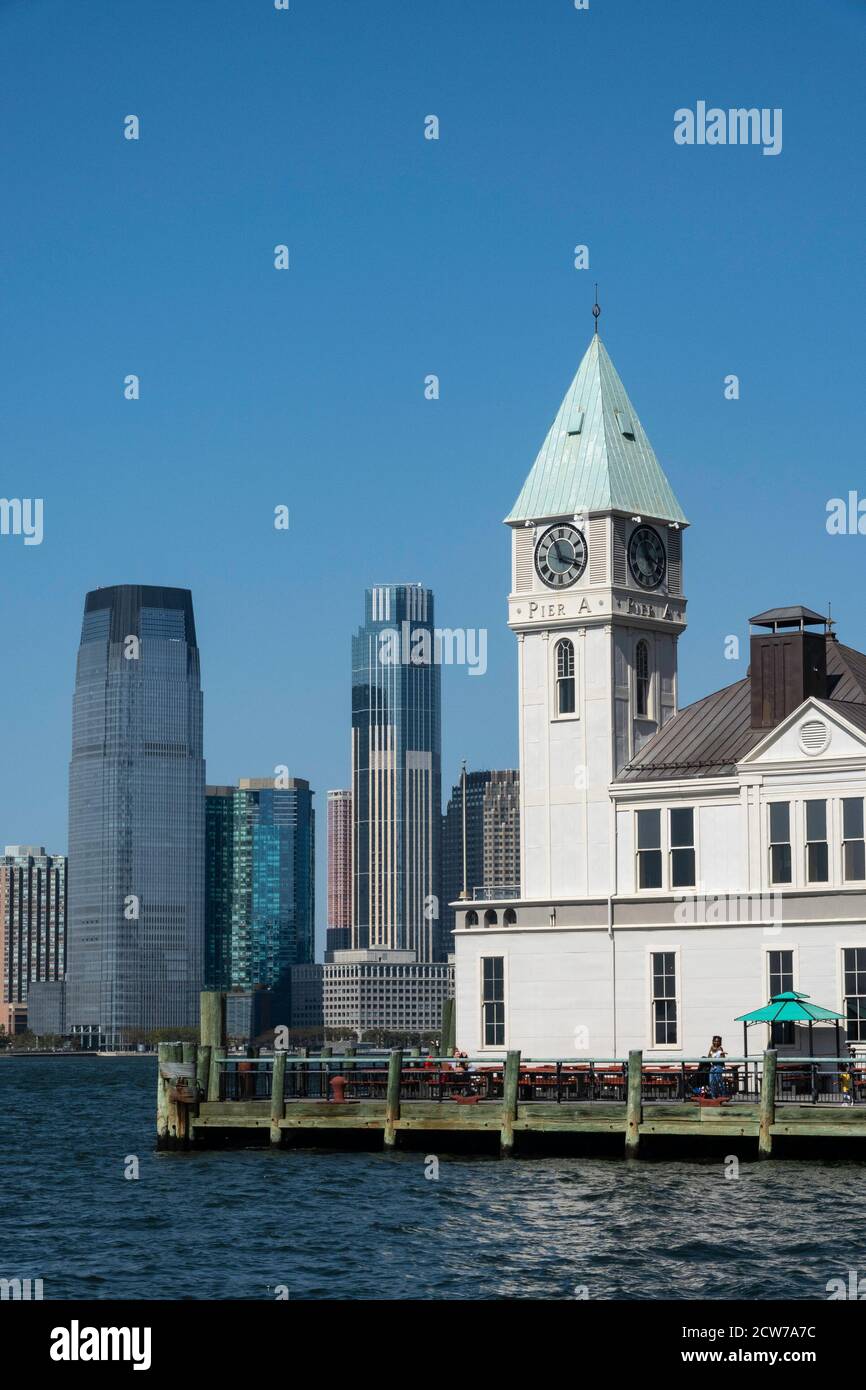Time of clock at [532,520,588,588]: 11:18
